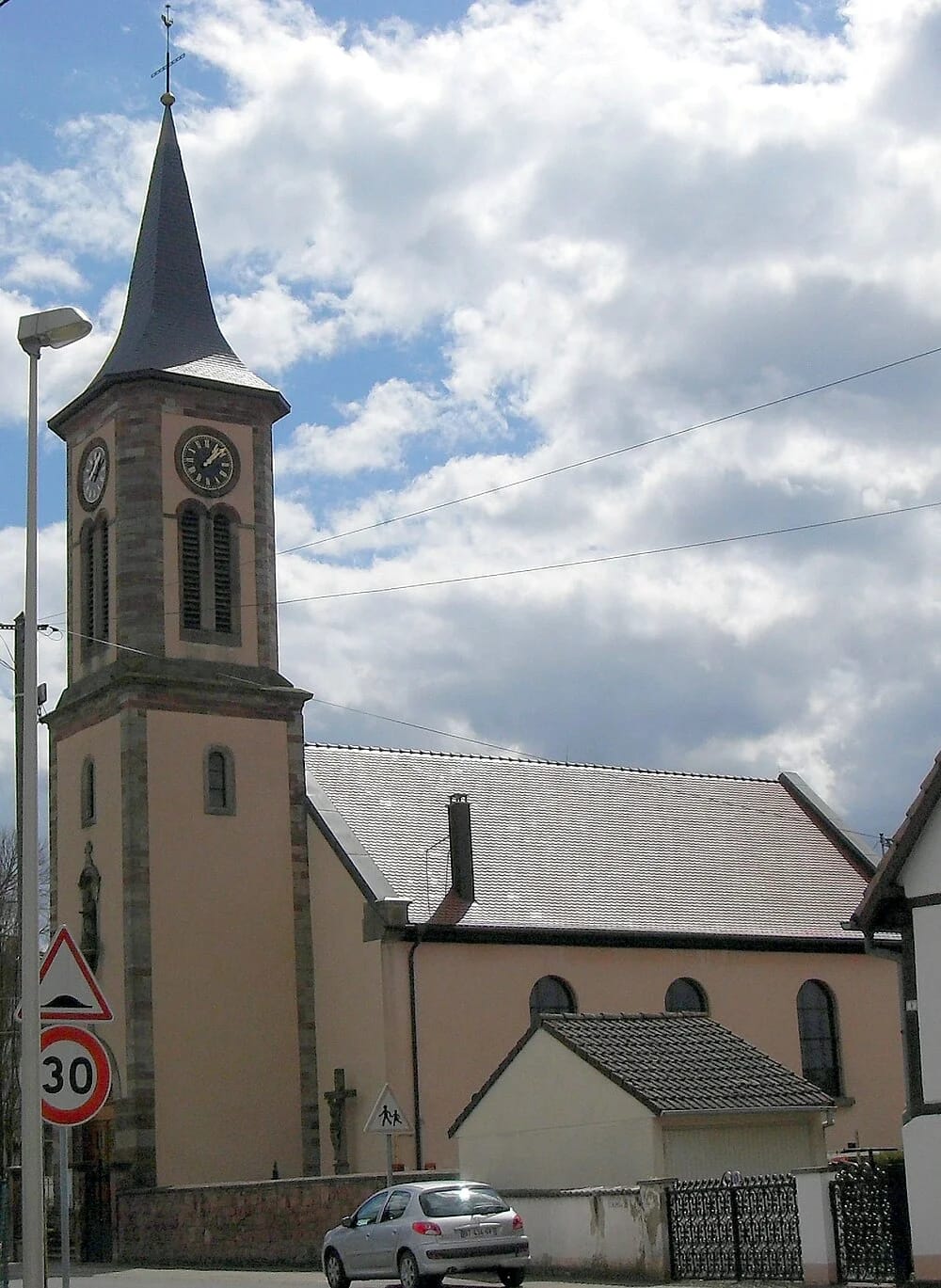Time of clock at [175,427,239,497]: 1:08
